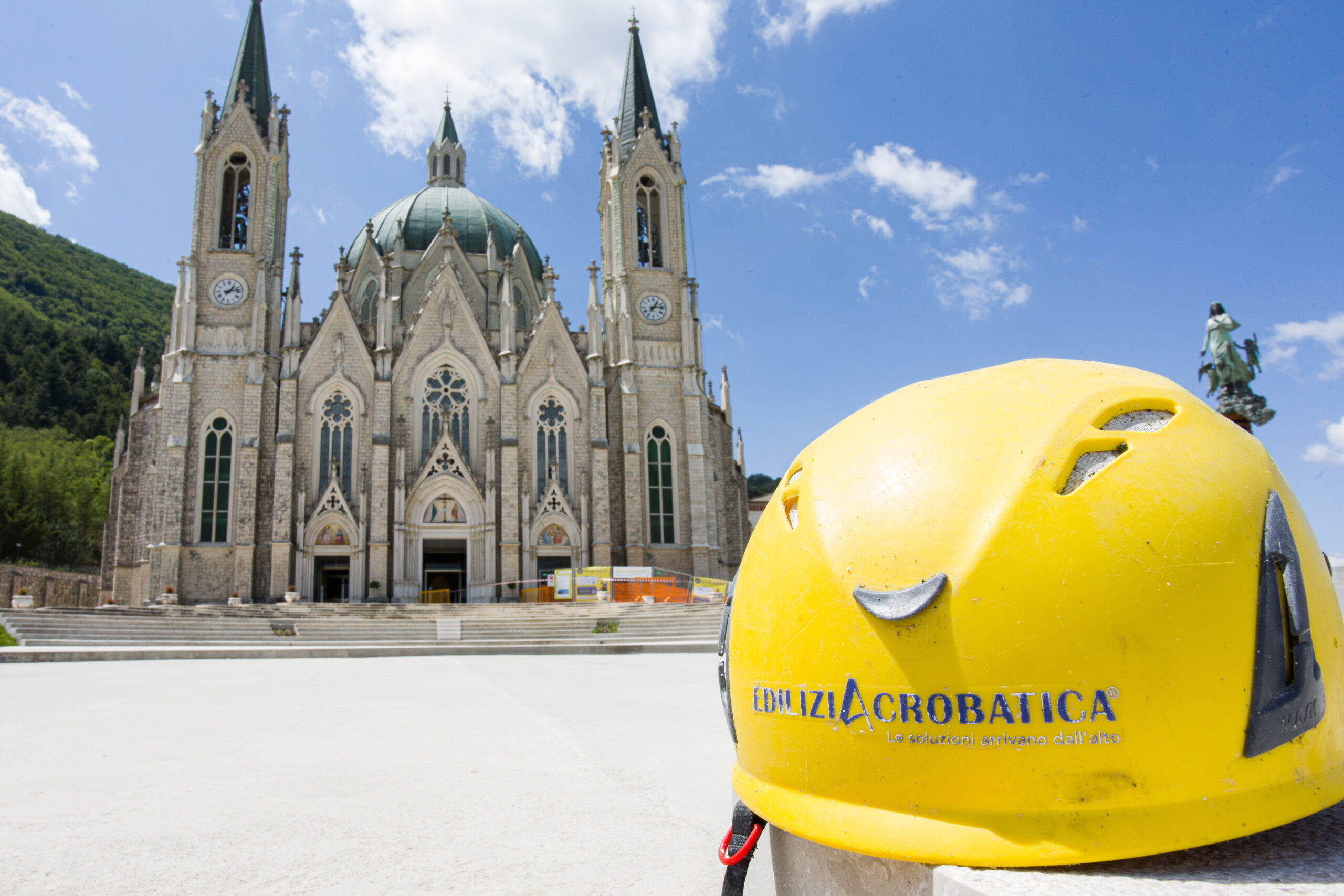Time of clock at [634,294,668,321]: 1:13
